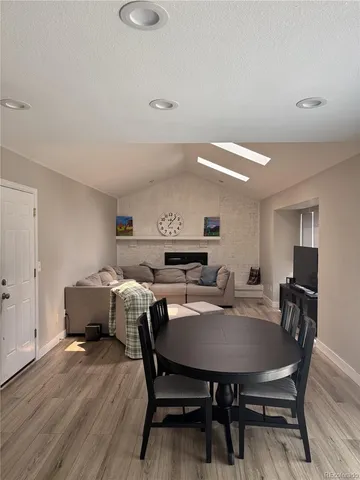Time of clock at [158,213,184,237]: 12:06
